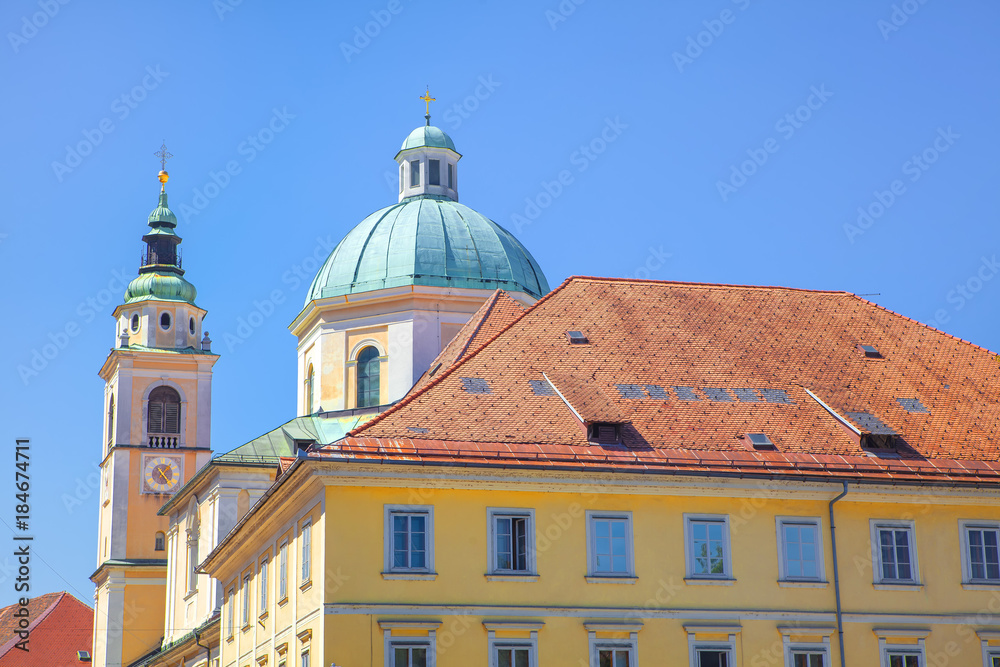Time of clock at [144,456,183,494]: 1:23
